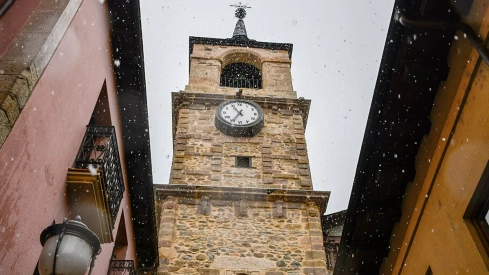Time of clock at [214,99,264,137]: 6:55
